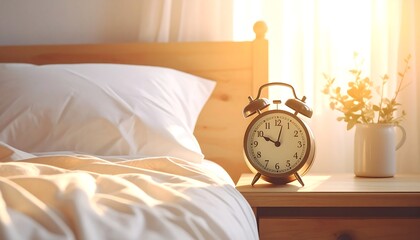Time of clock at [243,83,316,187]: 10:02
